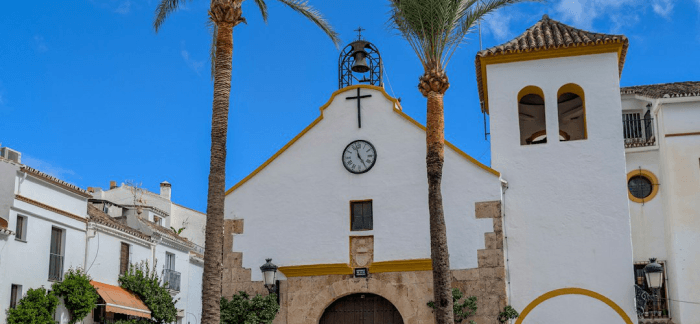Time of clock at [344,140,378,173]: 4:57
